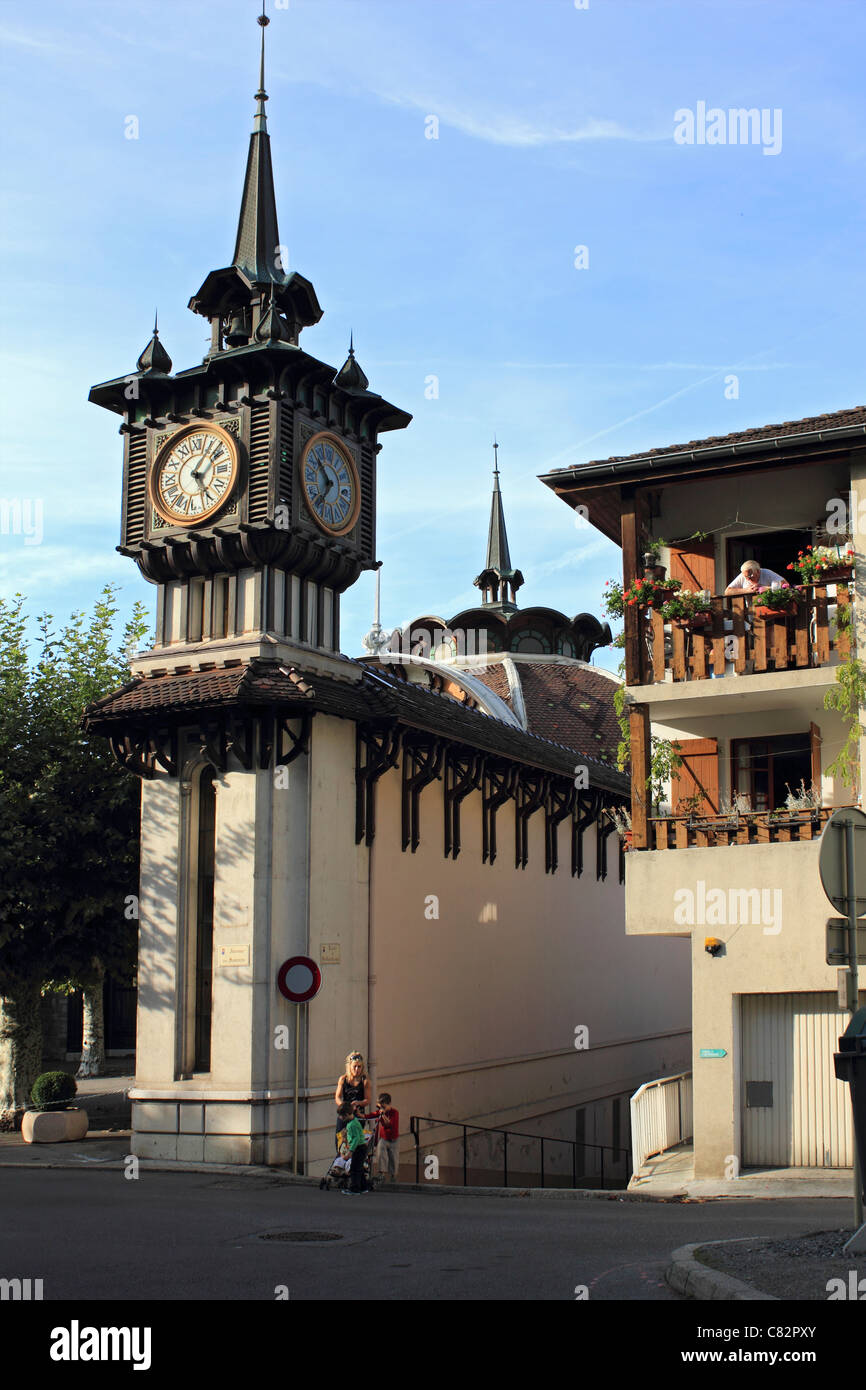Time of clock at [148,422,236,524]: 1:24
